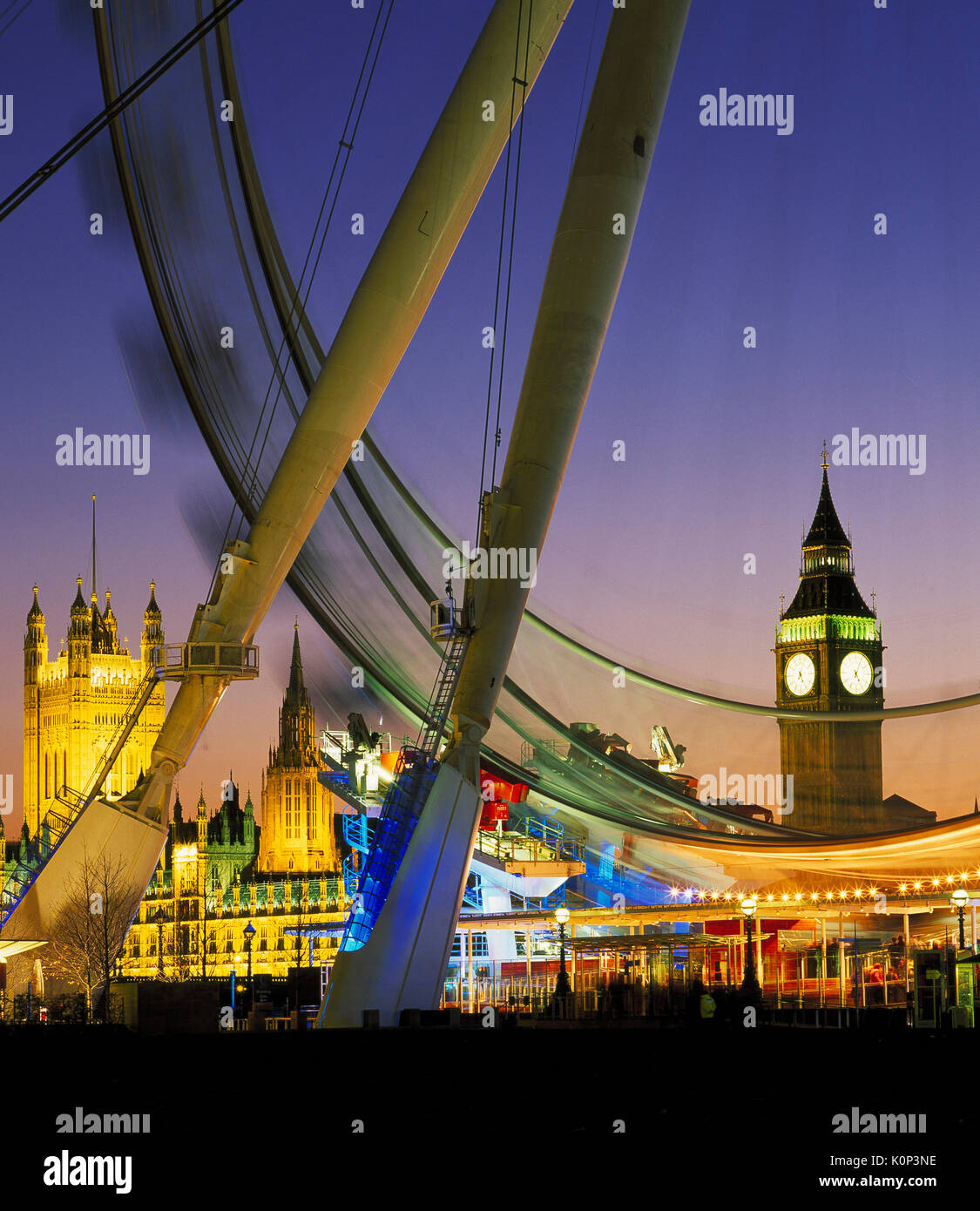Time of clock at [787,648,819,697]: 5:03
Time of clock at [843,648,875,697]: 5:04
